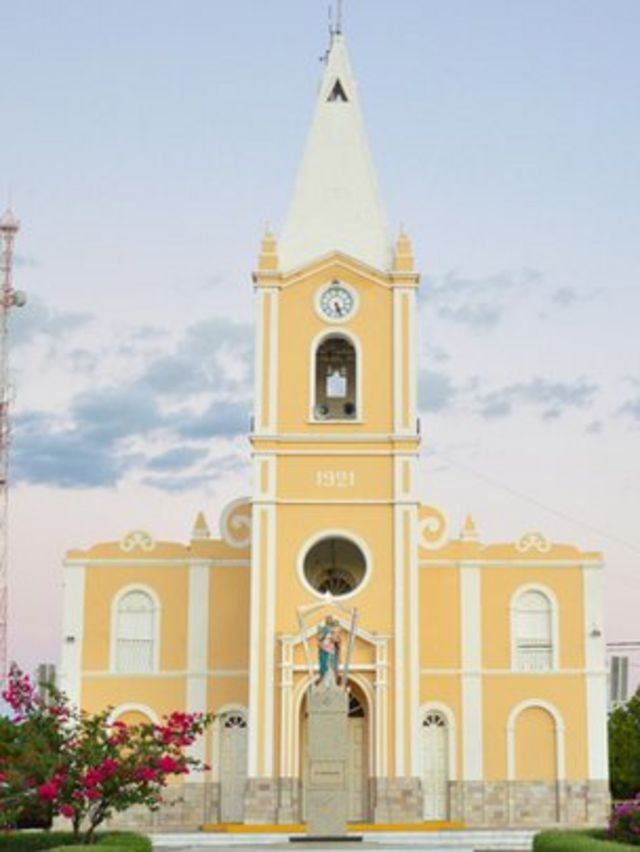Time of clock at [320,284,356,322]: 5:26
